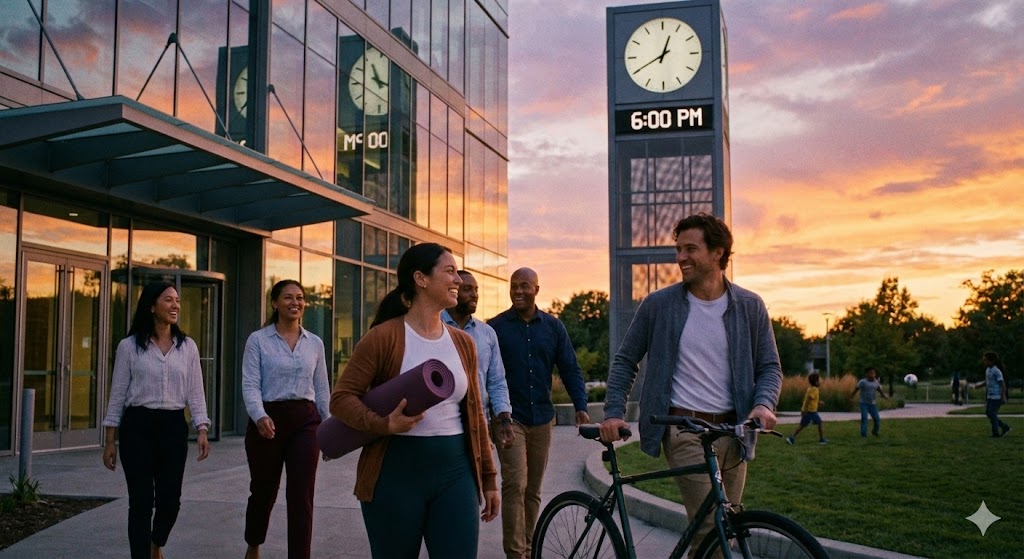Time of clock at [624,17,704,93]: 12:40
